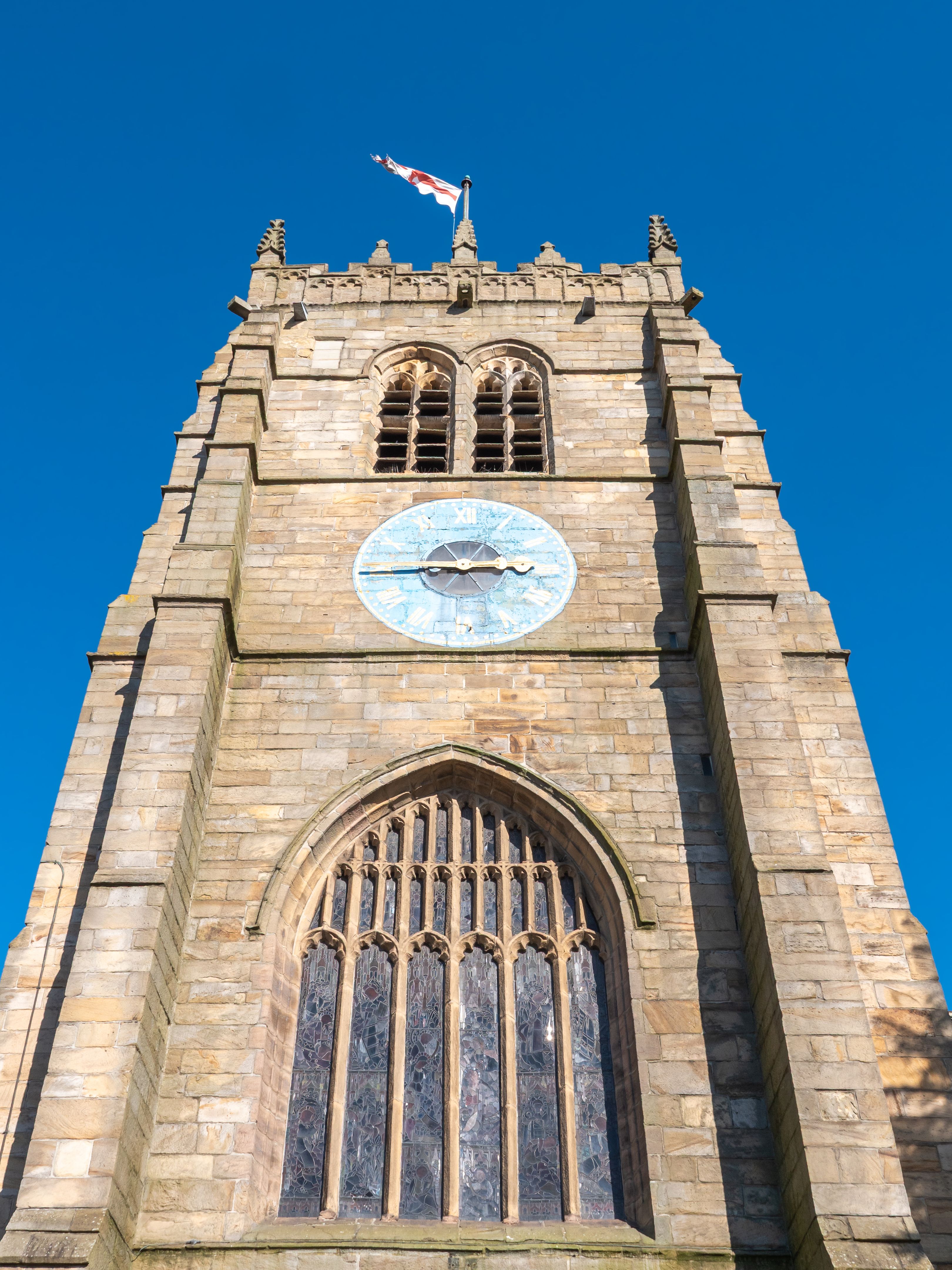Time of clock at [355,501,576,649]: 2:44
